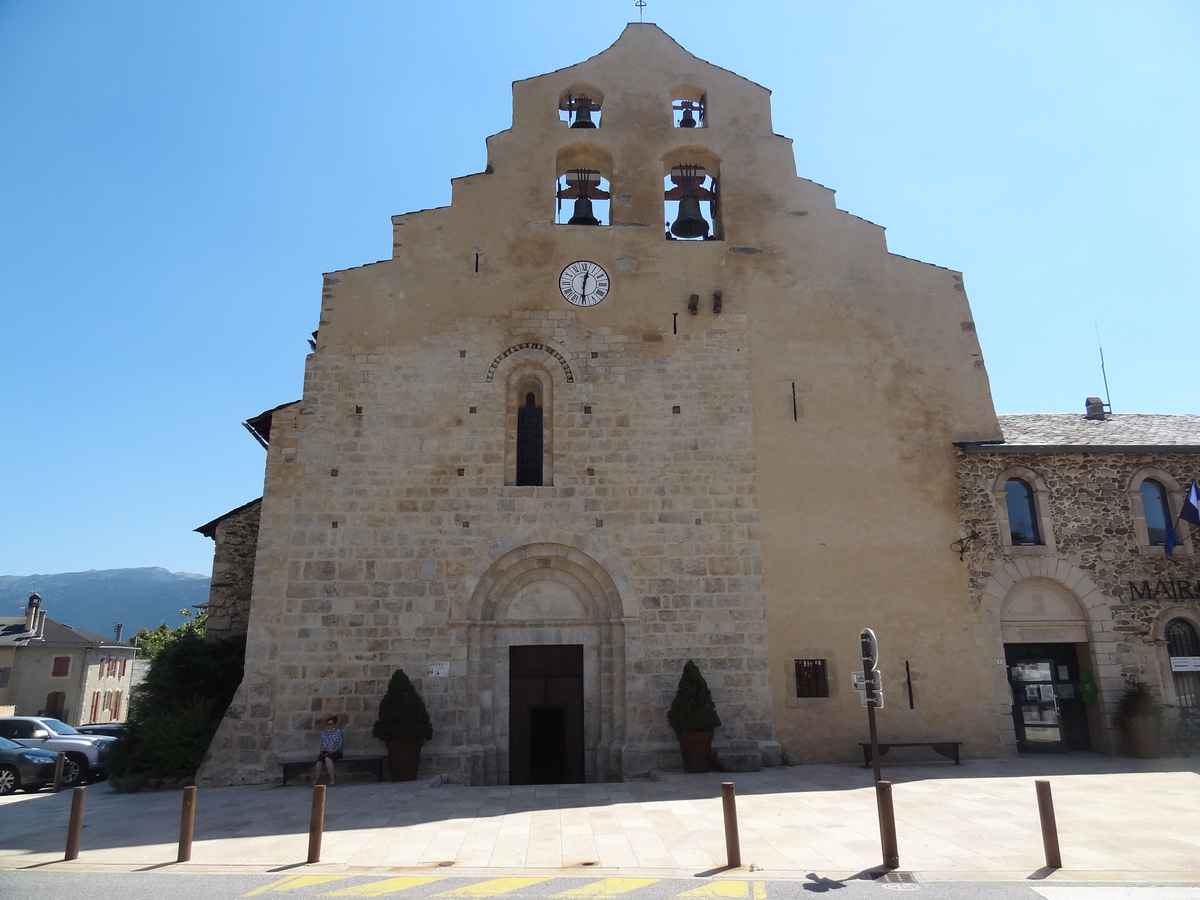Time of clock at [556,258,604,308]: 12:30
